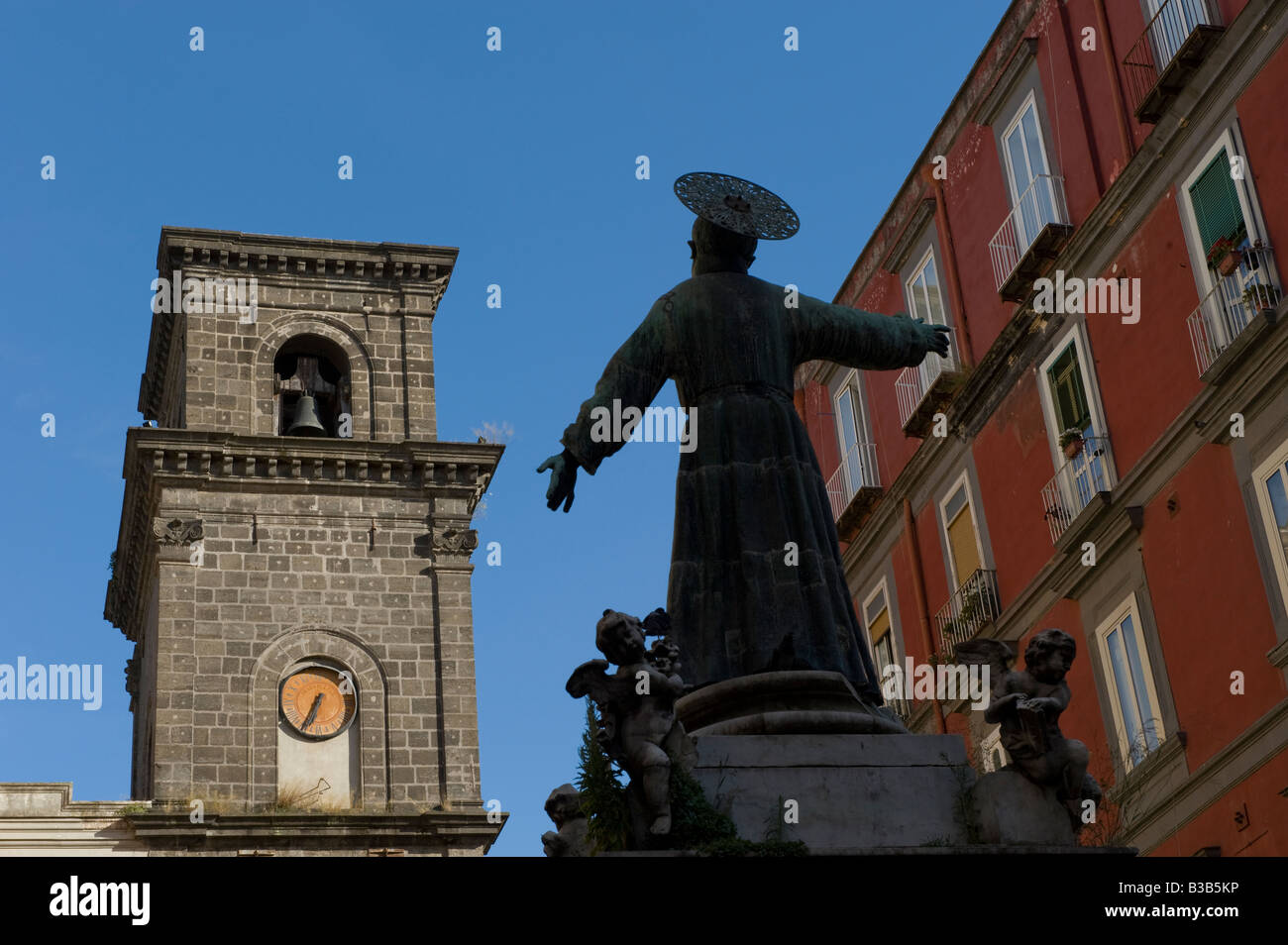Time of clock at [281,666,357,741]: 6:34
